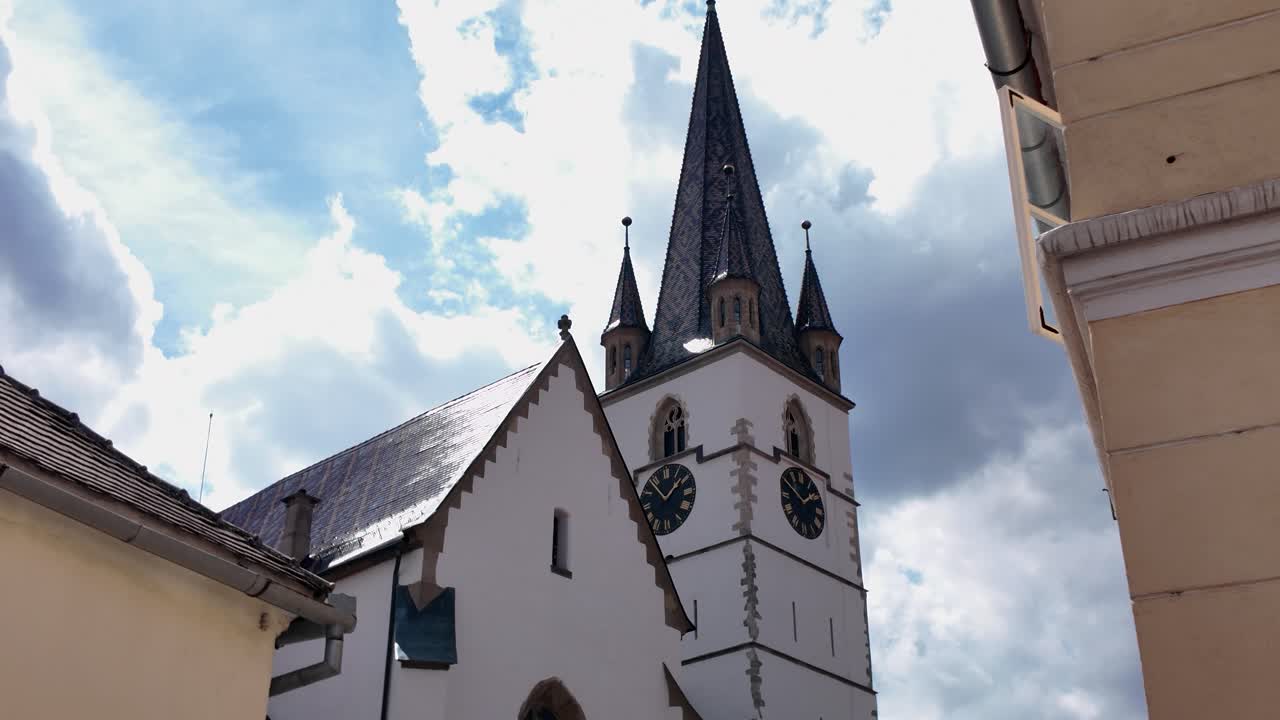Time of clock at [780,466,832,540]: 1:50
